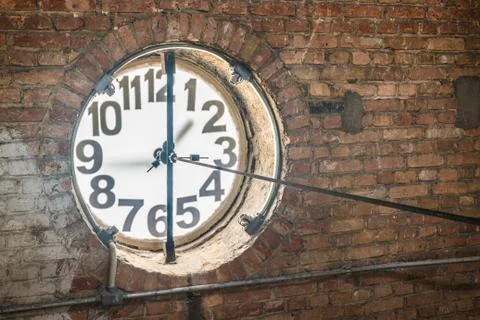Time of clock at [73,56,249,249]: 1:16
